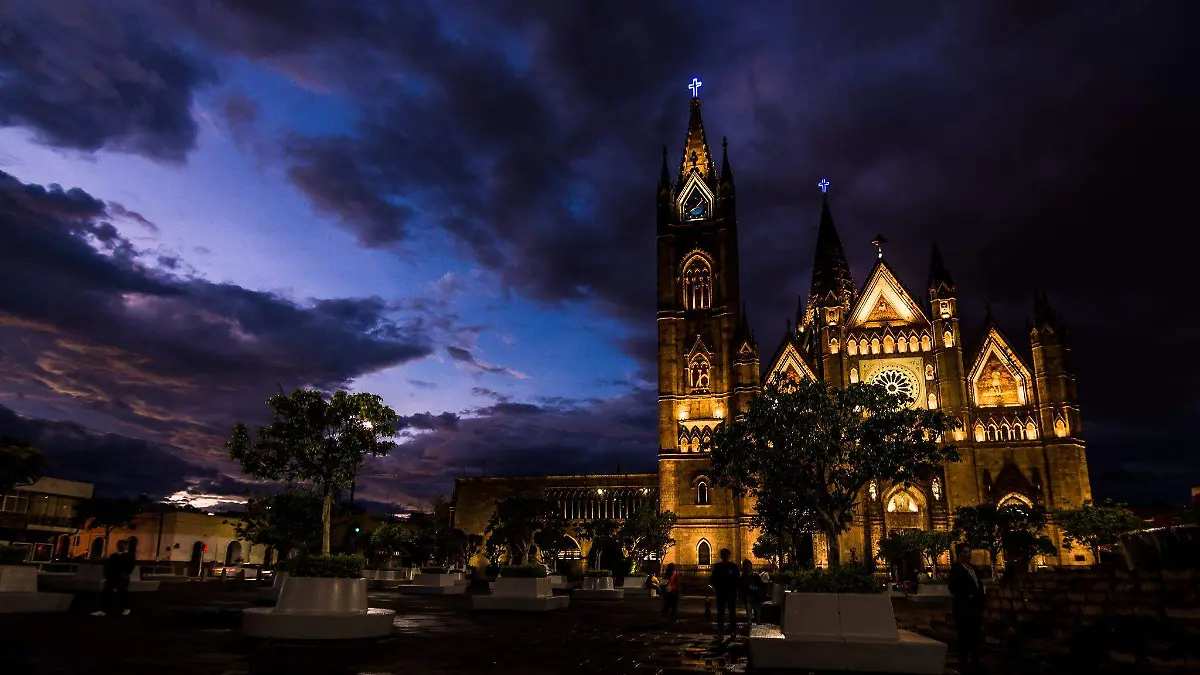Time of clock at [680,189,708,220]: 8:07
